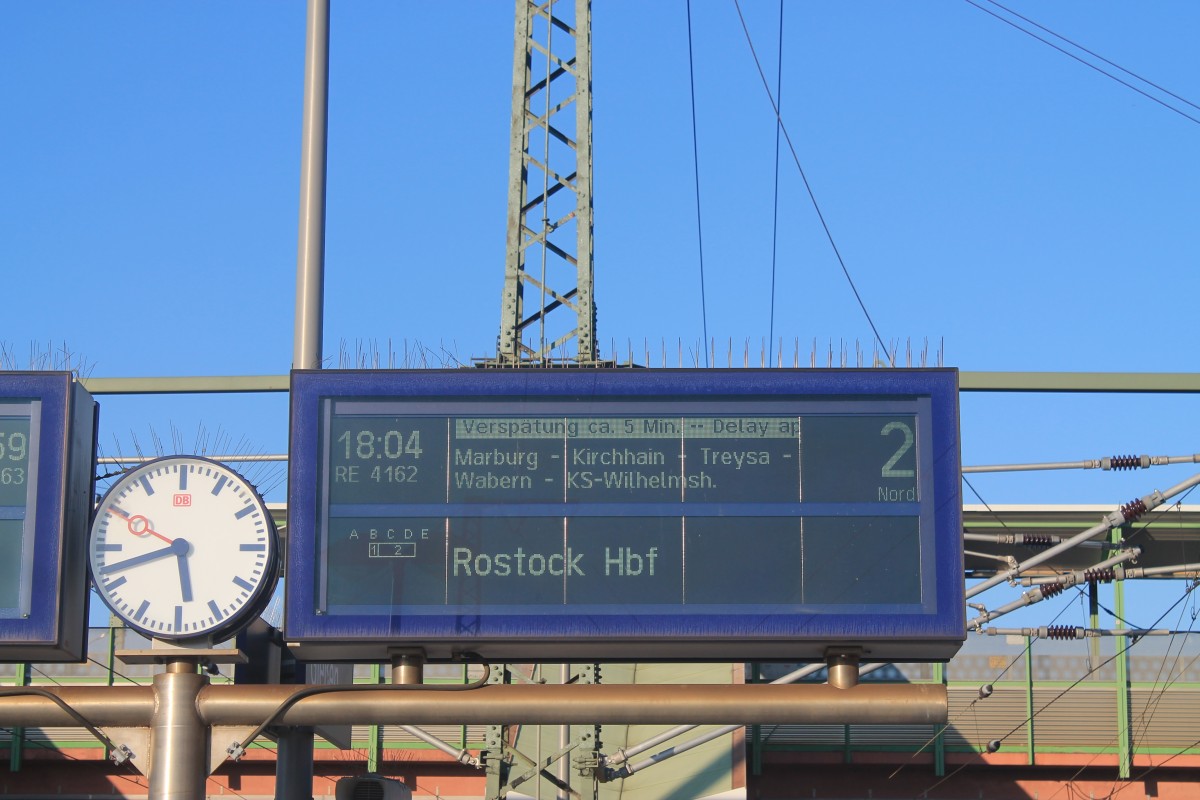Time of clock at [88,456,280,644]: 5:42
